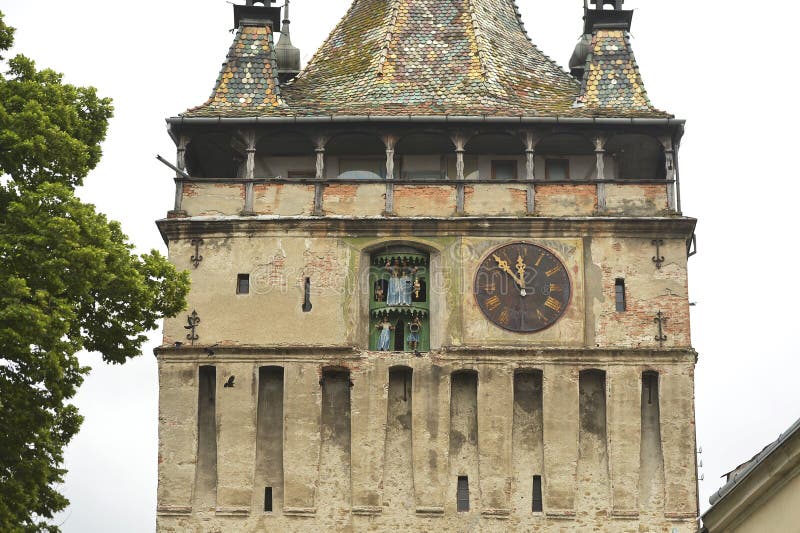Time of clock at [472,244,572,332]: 11:53
